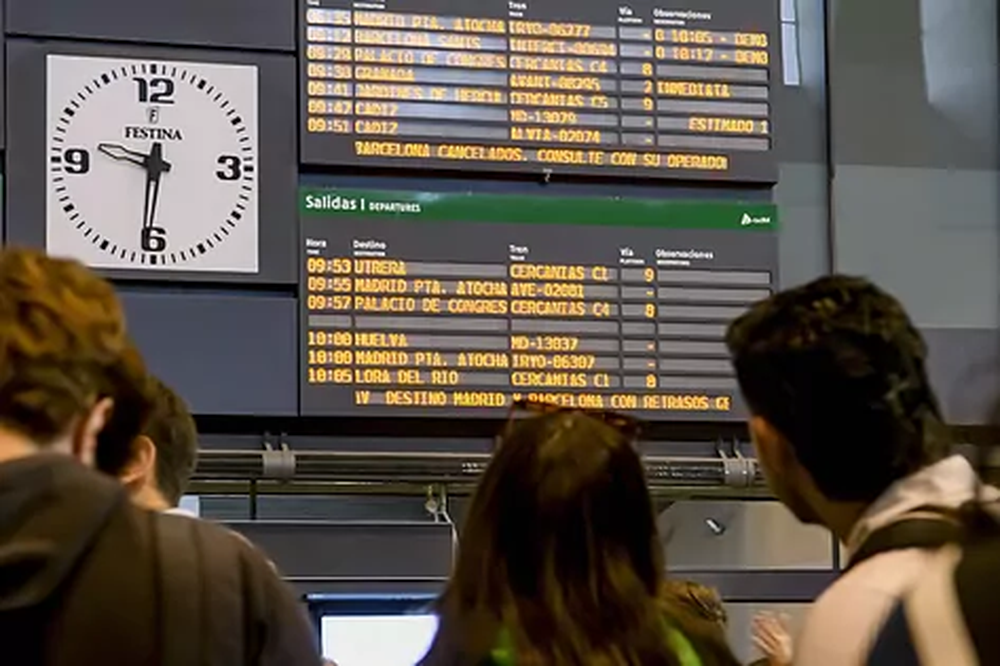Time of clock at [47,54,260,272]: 9:31
